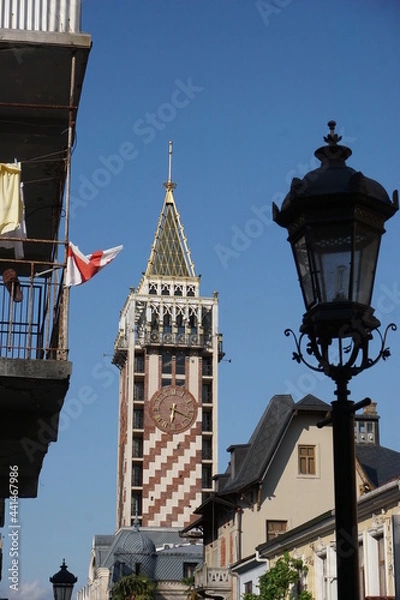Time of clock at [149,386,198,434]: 6:18
